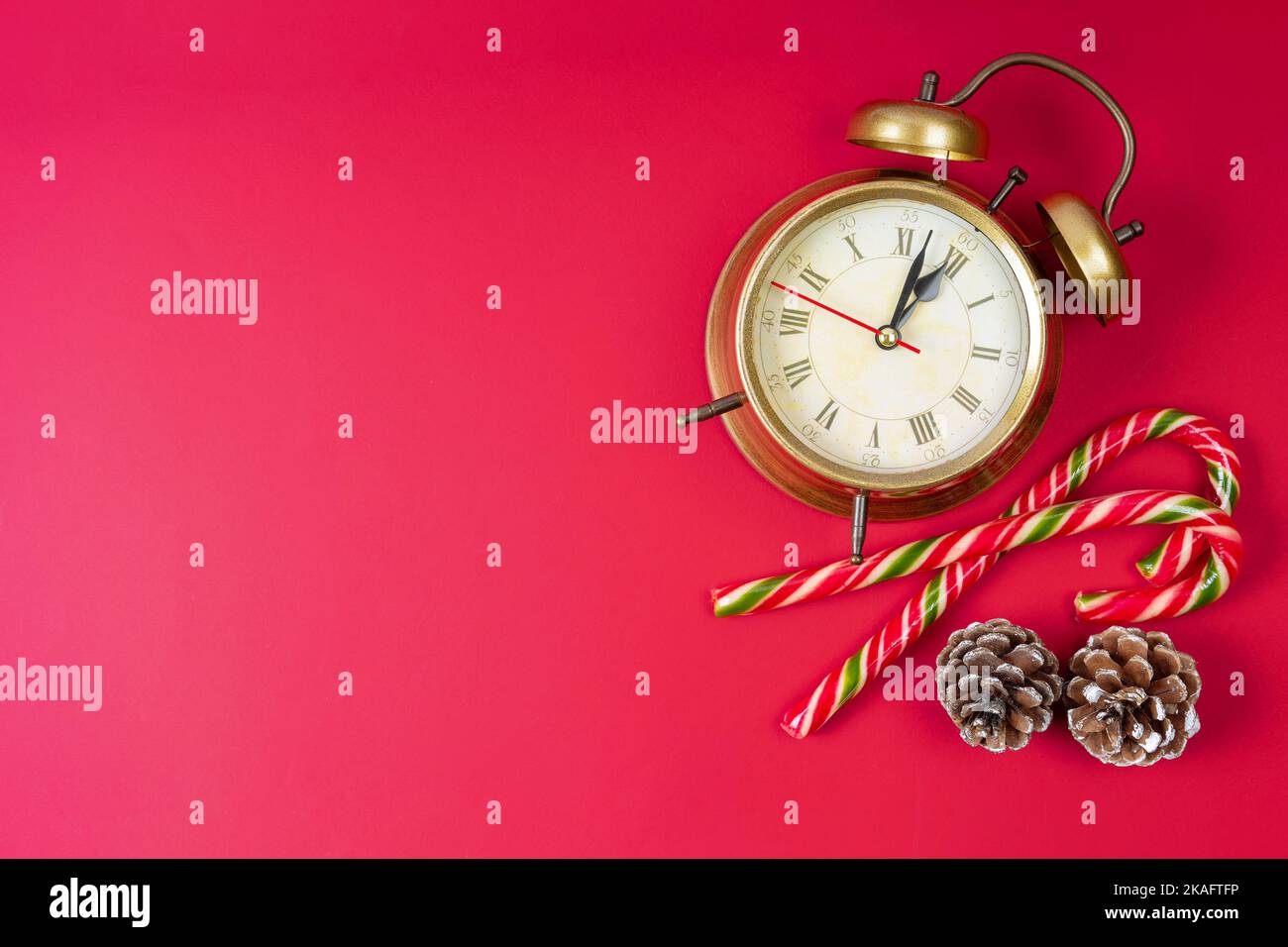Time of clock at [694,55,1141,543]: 1:02
